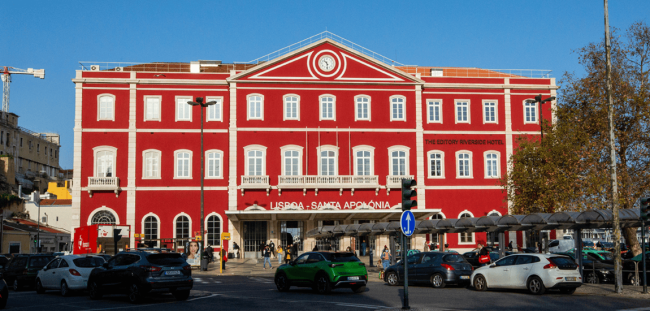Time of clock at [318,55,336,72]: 10:28
